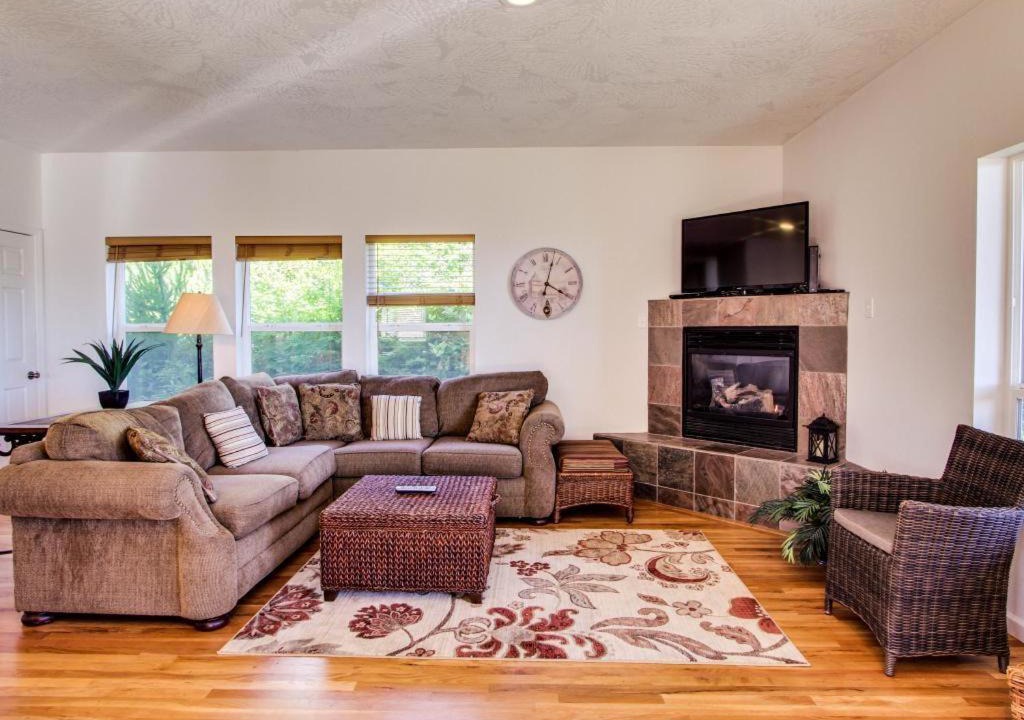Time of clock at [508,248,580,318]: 4:02
